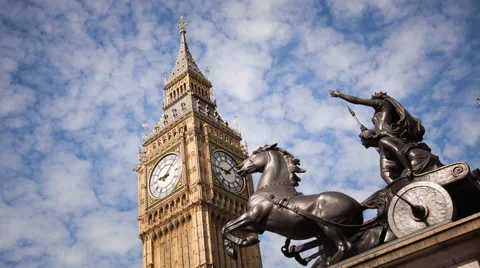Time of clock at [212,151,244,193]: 9:07
